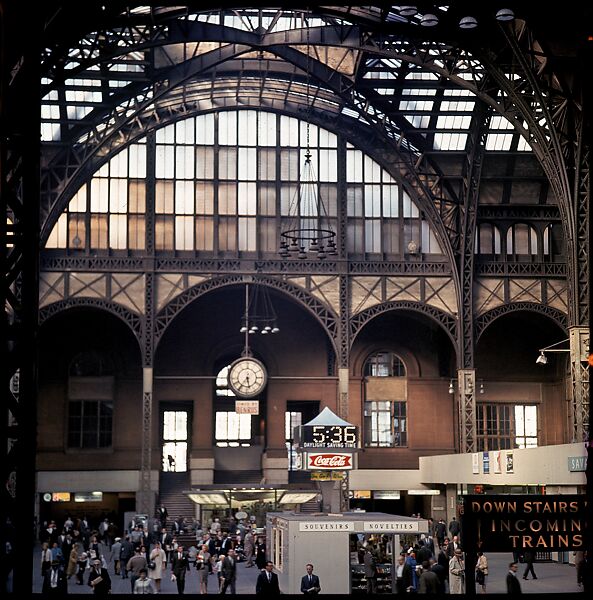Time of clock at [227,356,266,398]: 5:35
